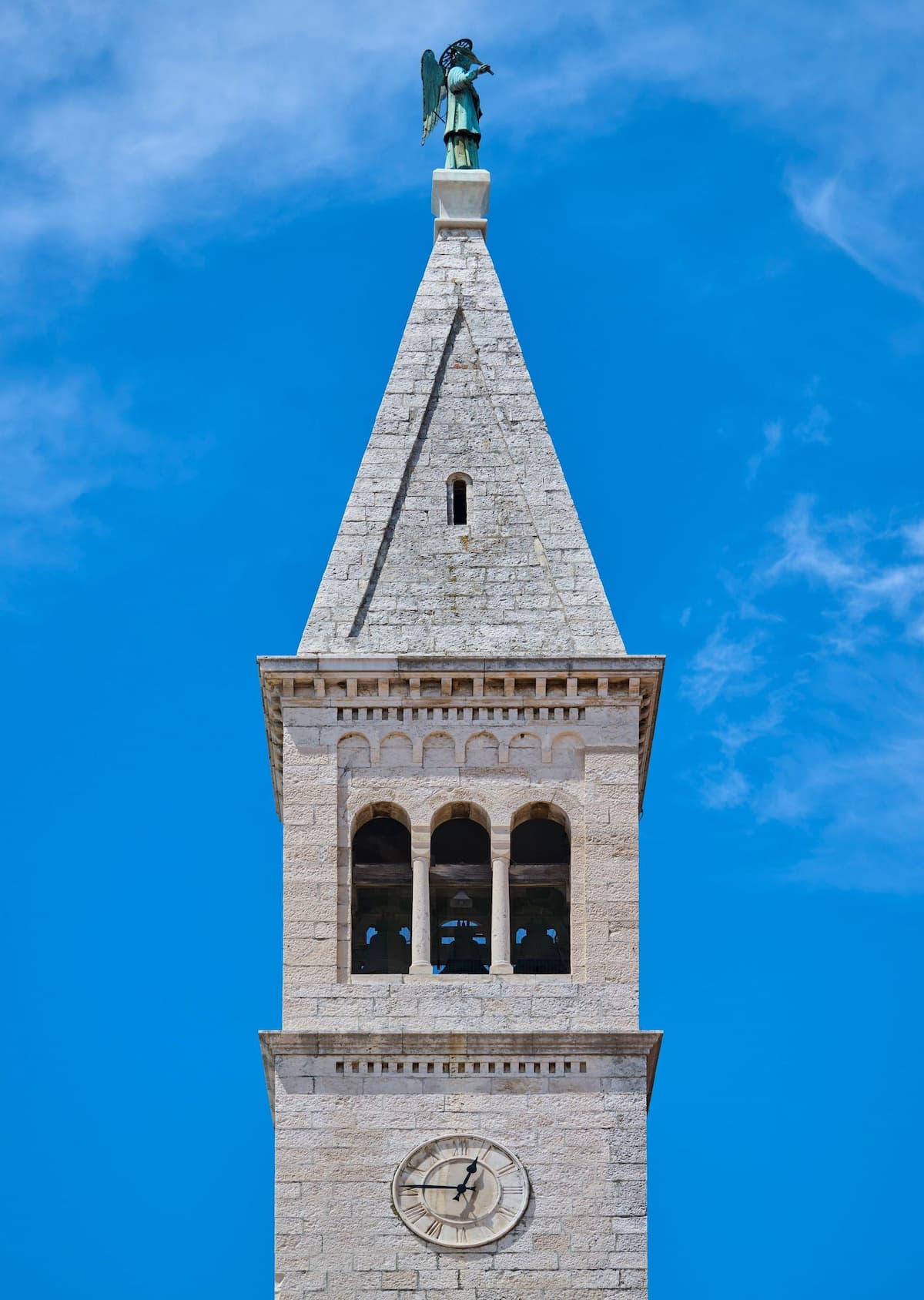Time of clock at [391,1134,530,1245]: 12:46
